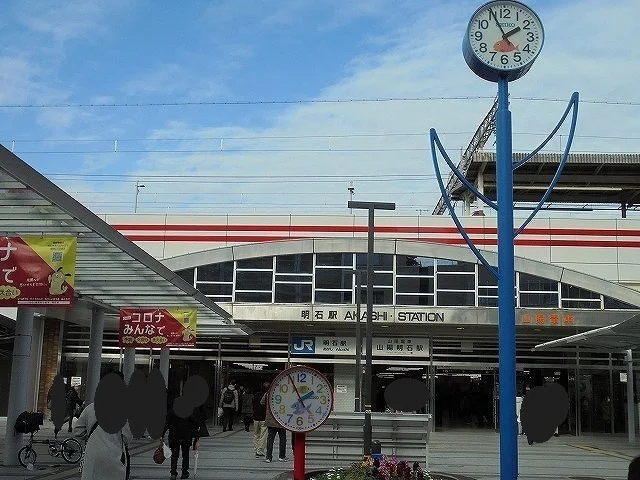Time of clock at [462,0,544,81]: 1:55
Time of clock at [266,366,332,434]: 1:55
